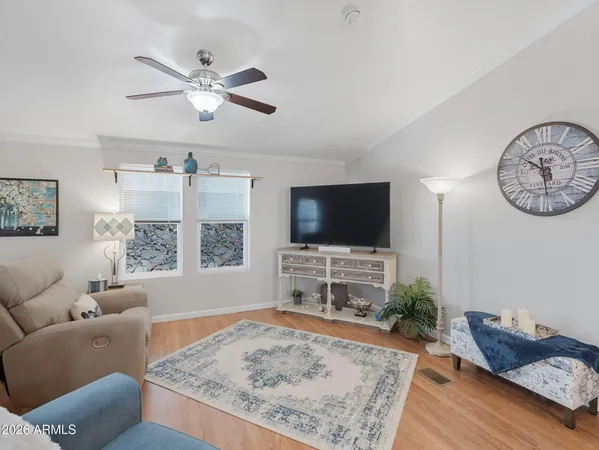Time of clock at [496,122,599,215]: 10:29
